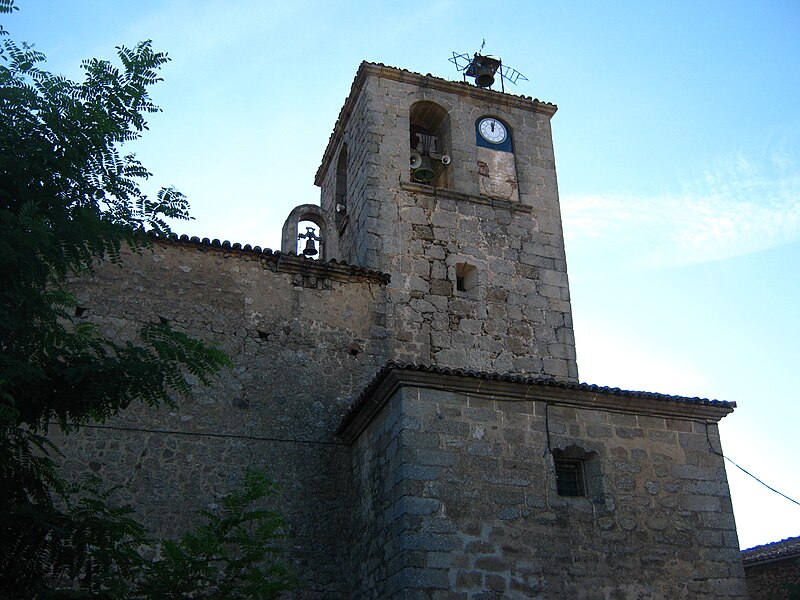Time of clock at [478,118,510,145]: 12:02
